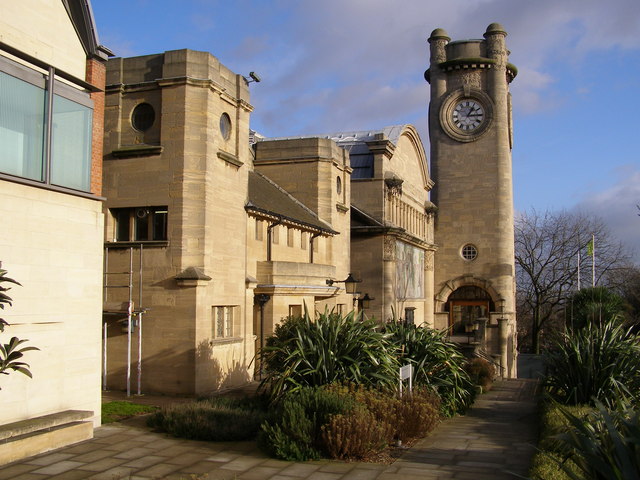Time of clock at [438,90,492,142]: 1:14
